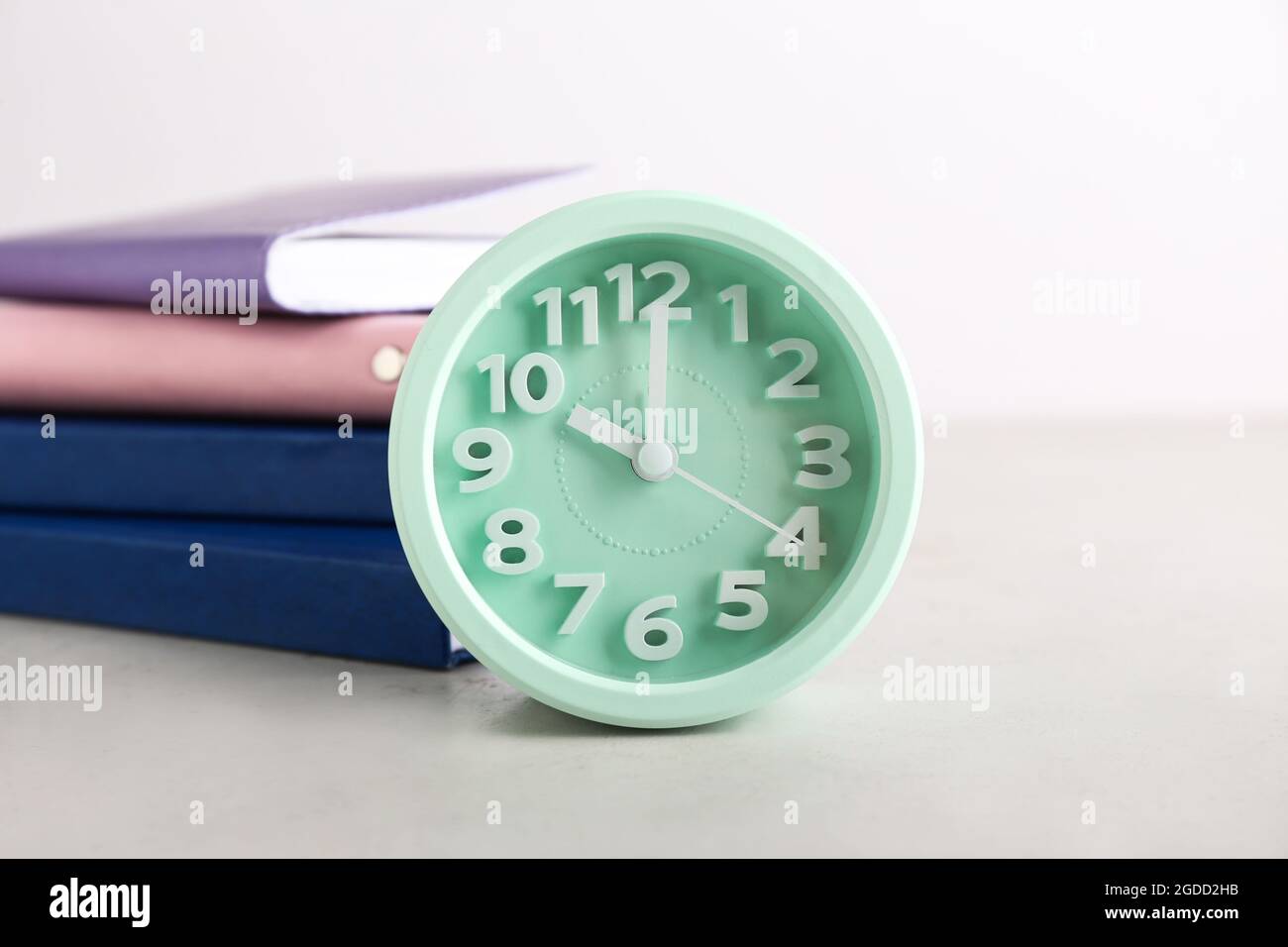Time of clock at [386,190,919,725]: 10:00
